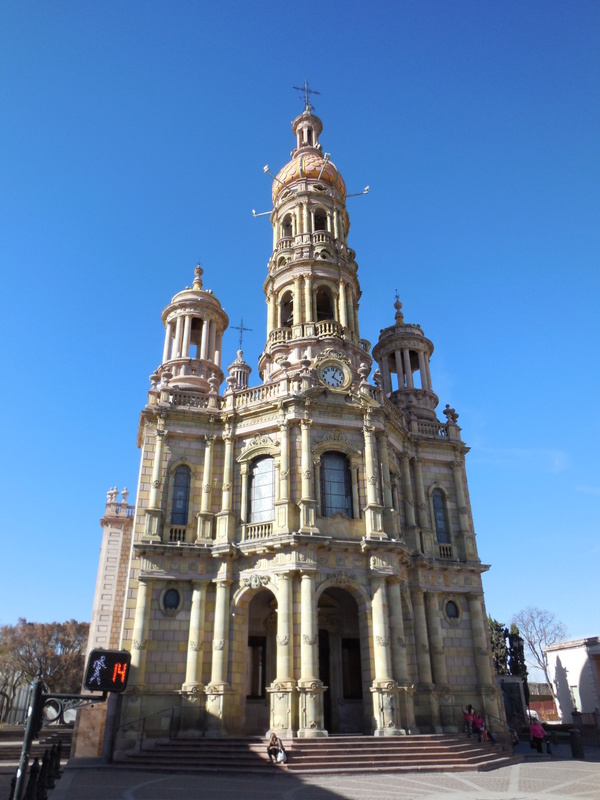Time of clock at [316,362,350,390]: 4:04
